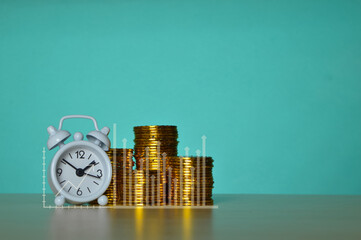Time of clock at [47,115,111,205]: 1:51
